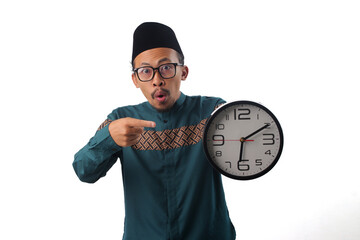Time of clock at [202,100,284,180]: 6:10
